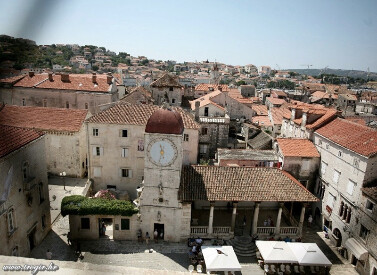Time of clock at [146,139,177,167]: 5:32
